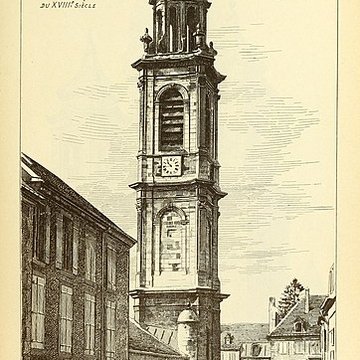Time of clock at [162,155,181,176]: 10:43
